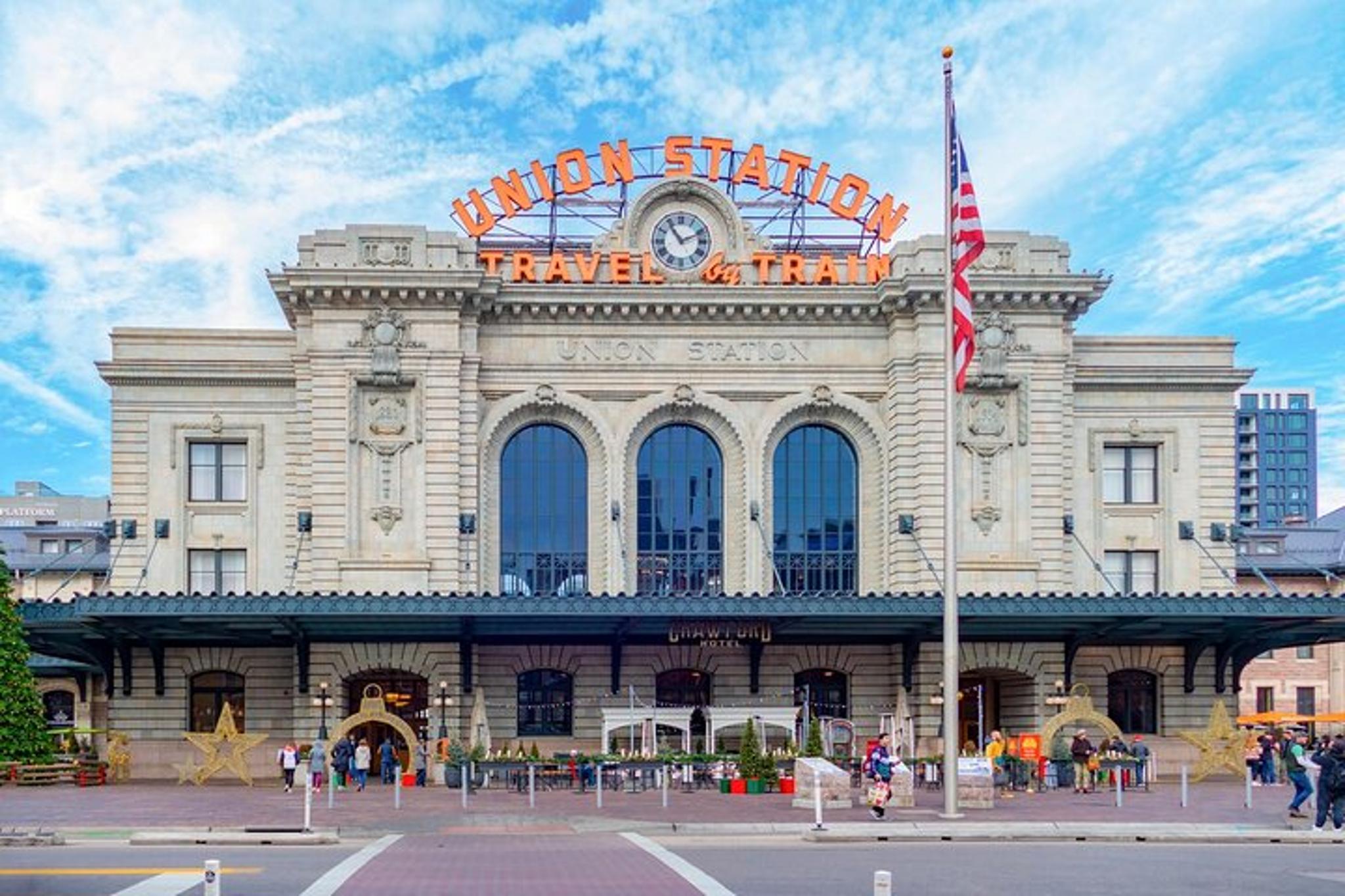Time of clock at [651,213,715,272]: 11:11
